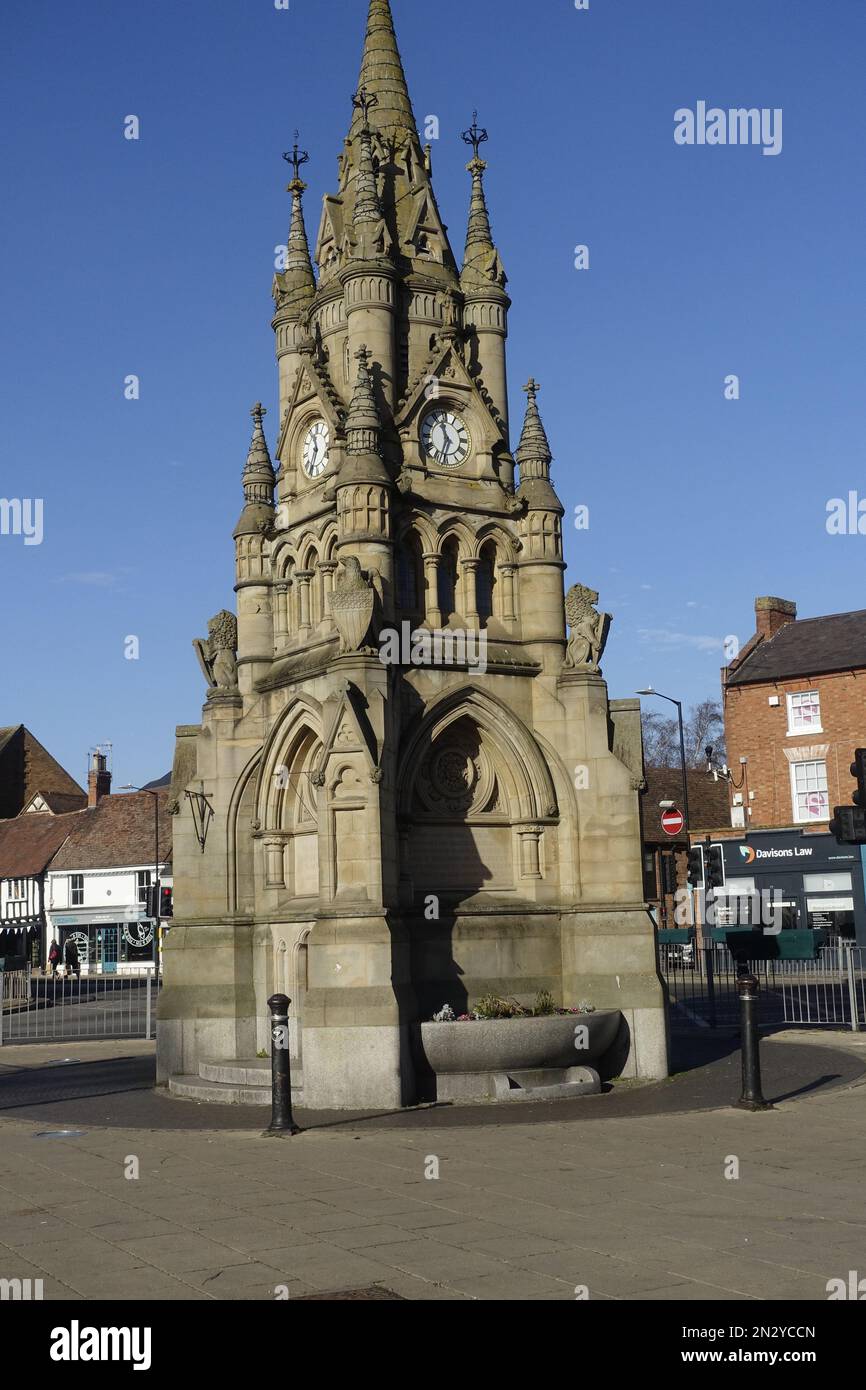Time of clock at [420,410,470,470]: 11:33
